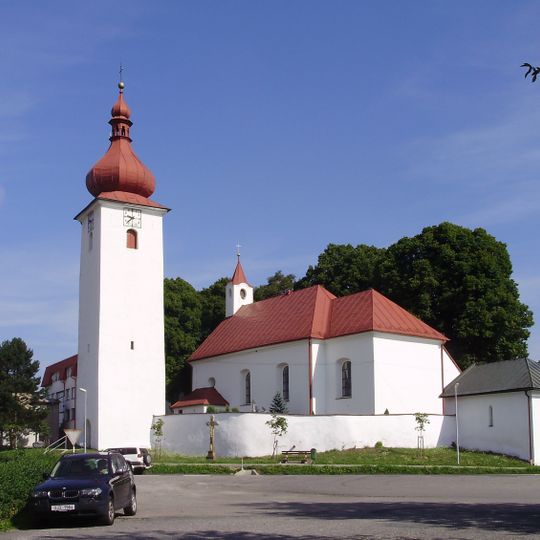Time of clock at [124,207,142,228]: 9:38
